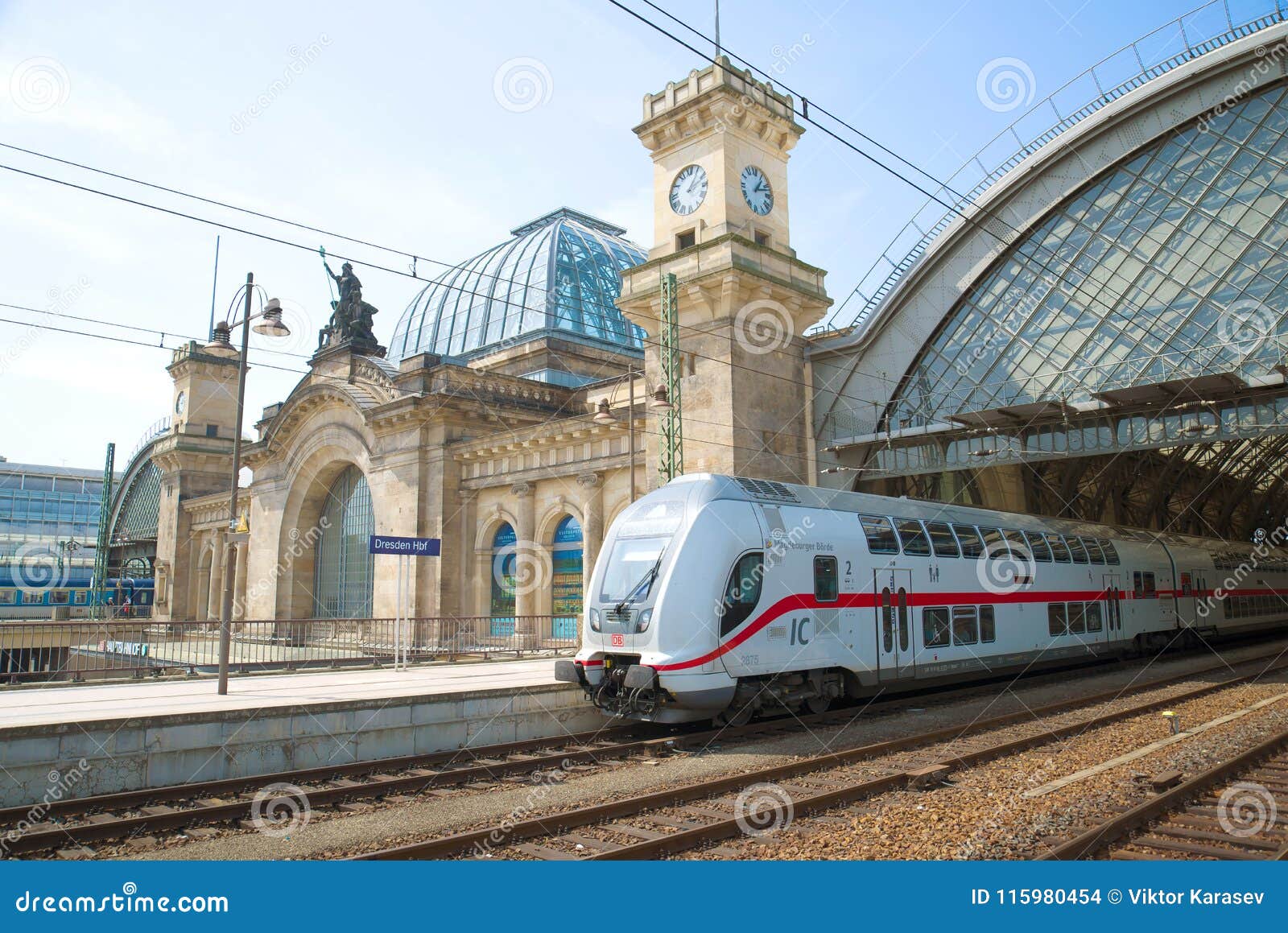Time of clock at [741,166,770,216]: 1:12
